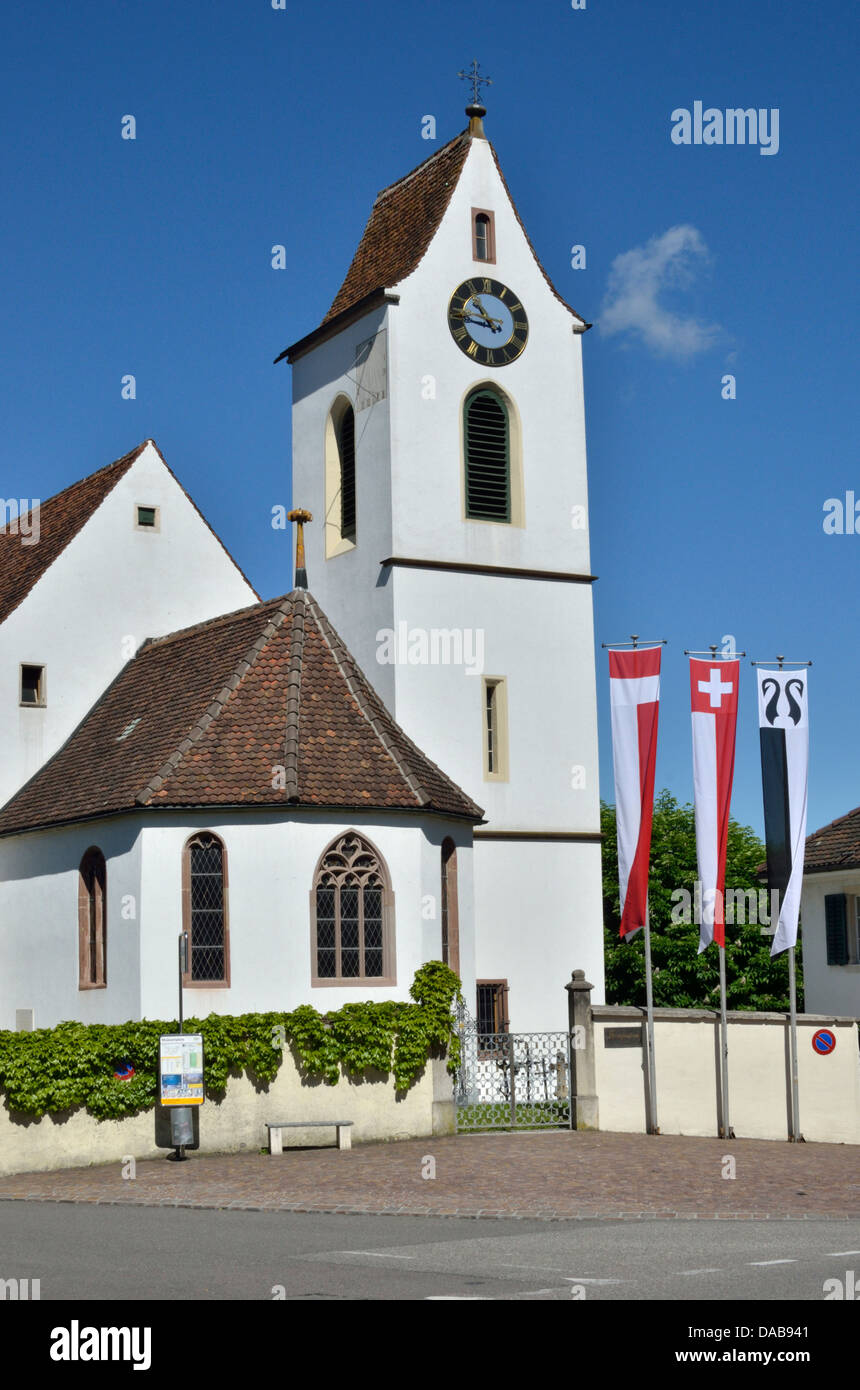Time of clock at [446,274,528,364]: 10:45
